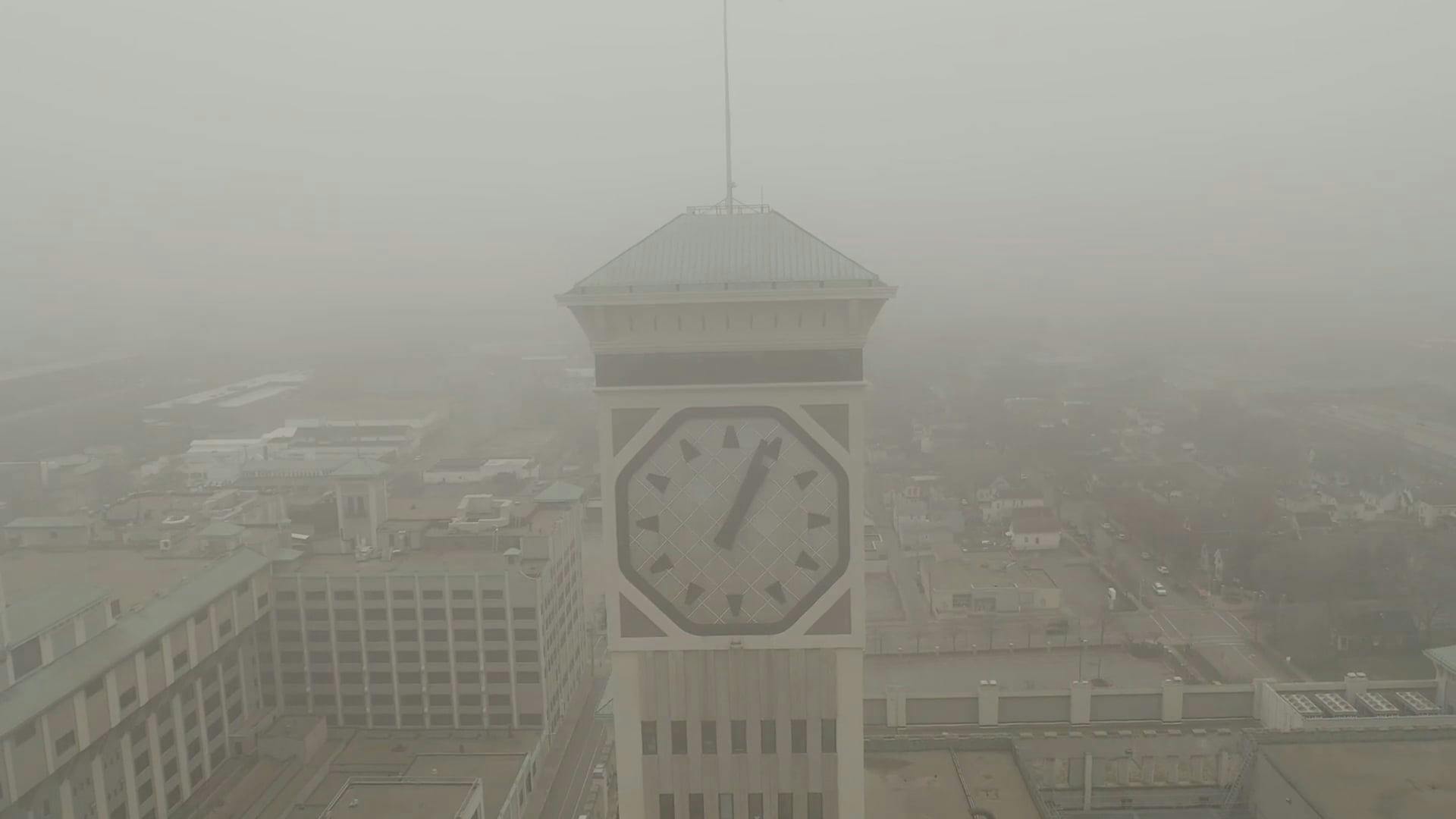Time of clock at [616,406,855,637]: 1:04
